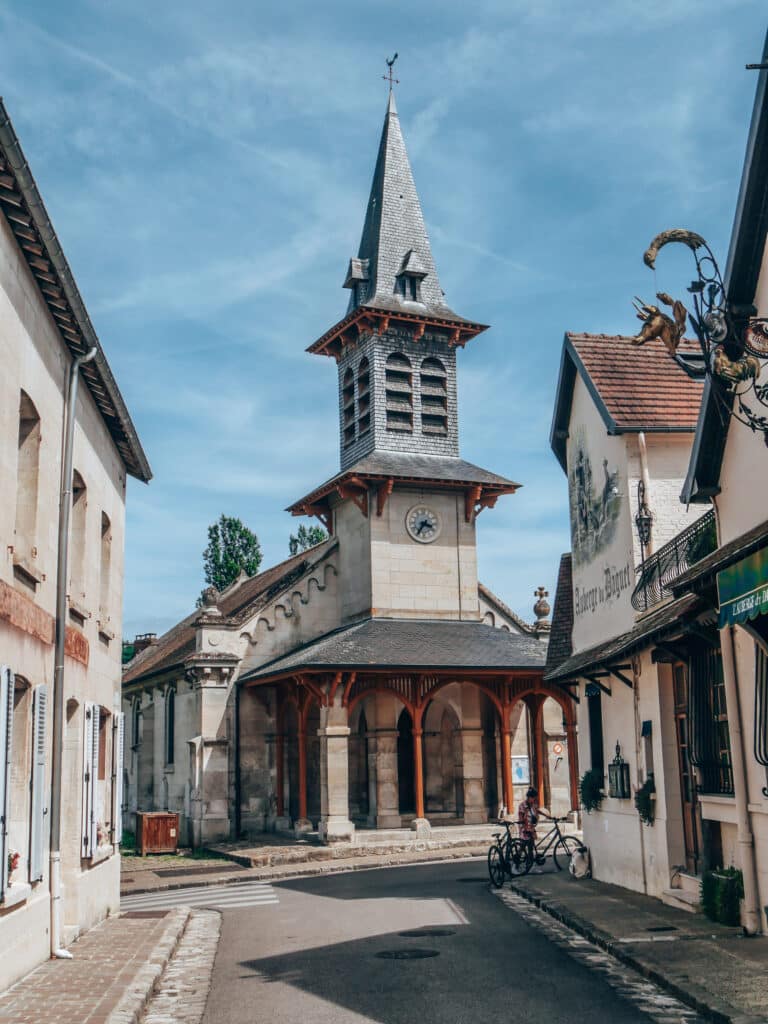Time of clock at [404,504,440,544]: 3:35
